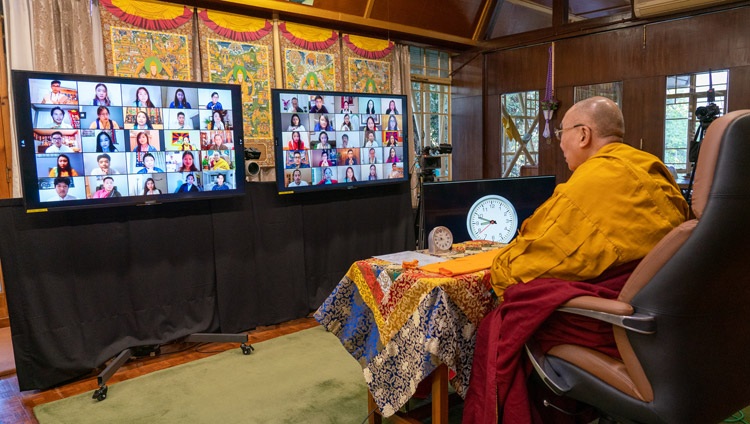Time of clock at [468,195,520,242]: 8:48
